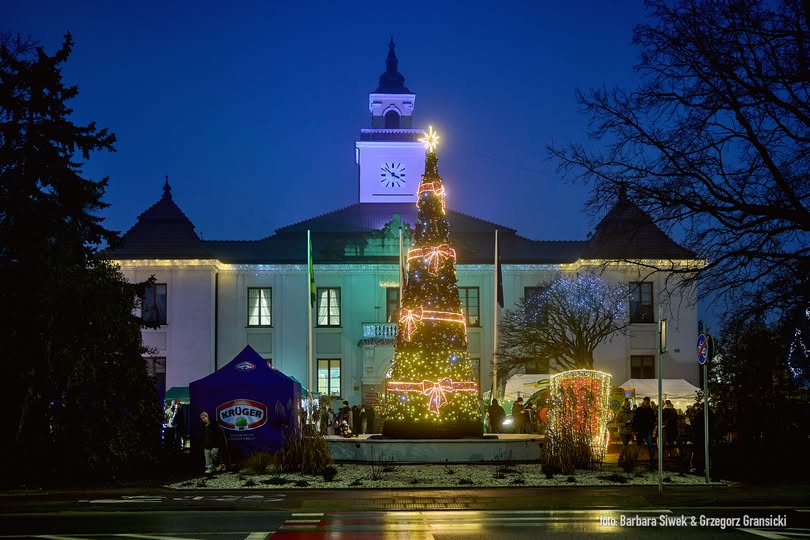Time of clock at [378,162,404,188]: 3:52
